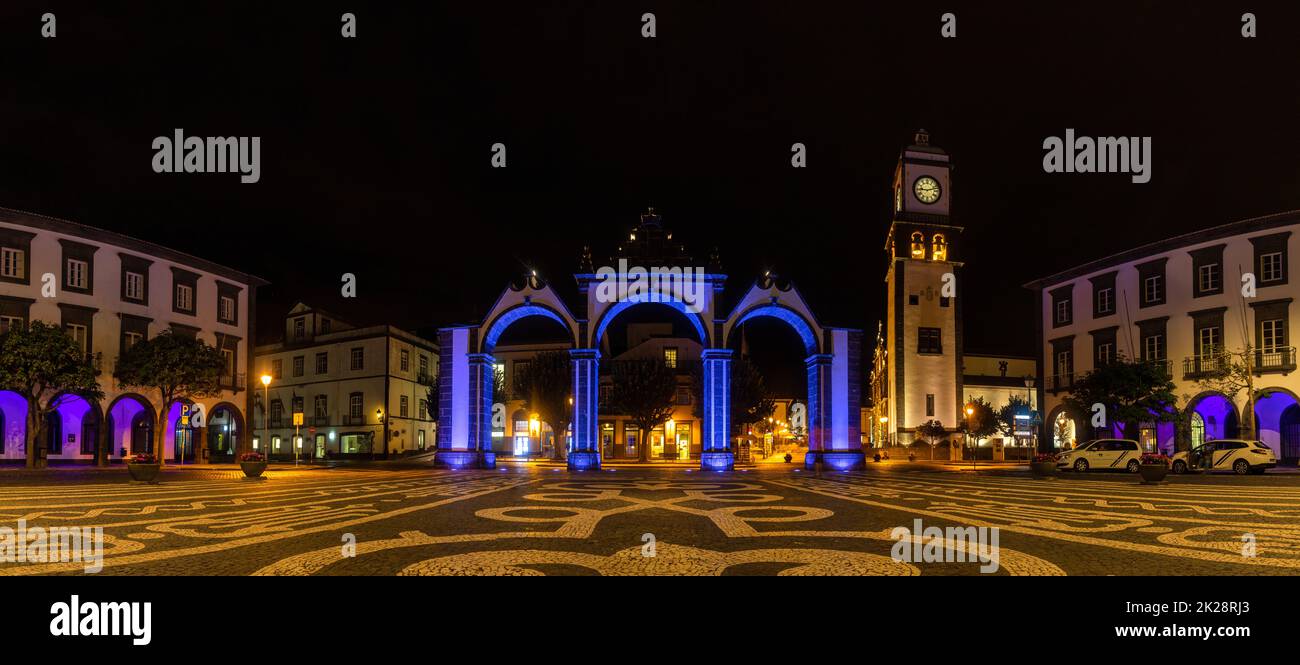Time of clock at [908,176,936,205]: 9:12
